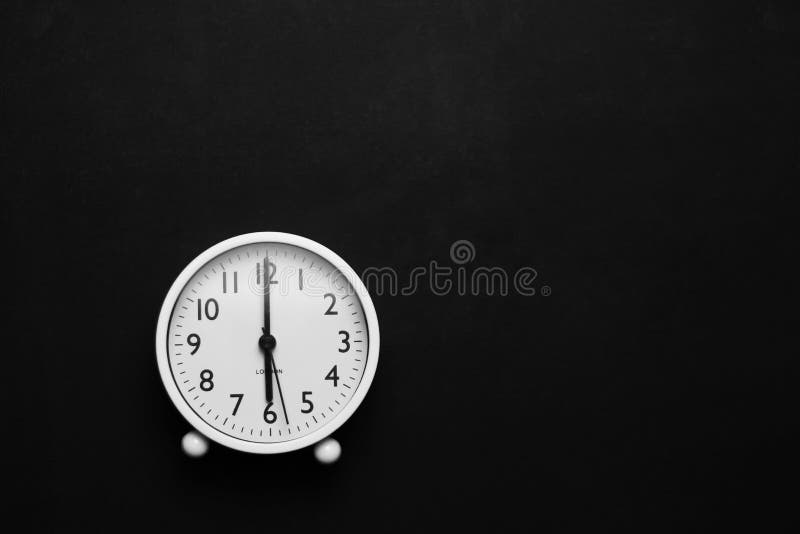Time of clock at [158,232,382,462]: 6:00
